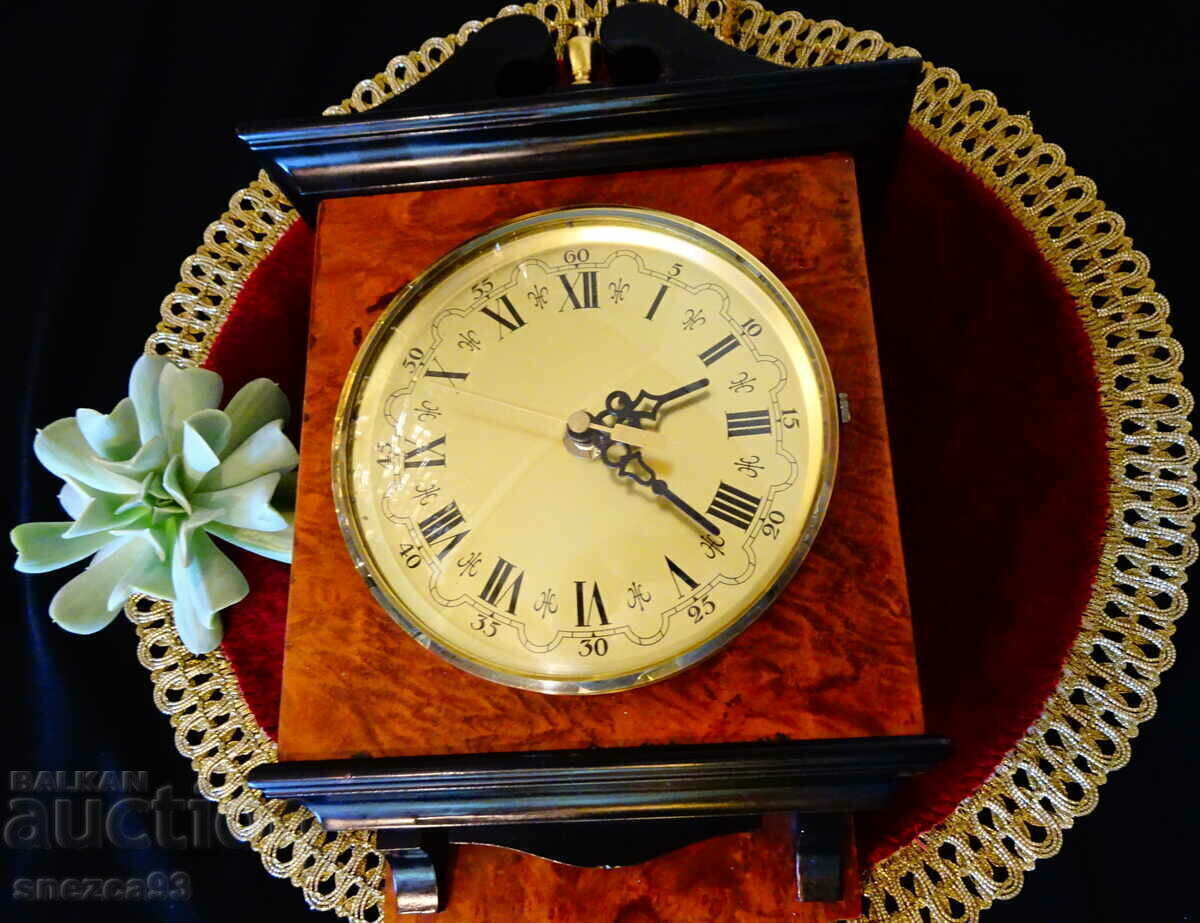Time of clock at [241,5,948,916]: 2:21
